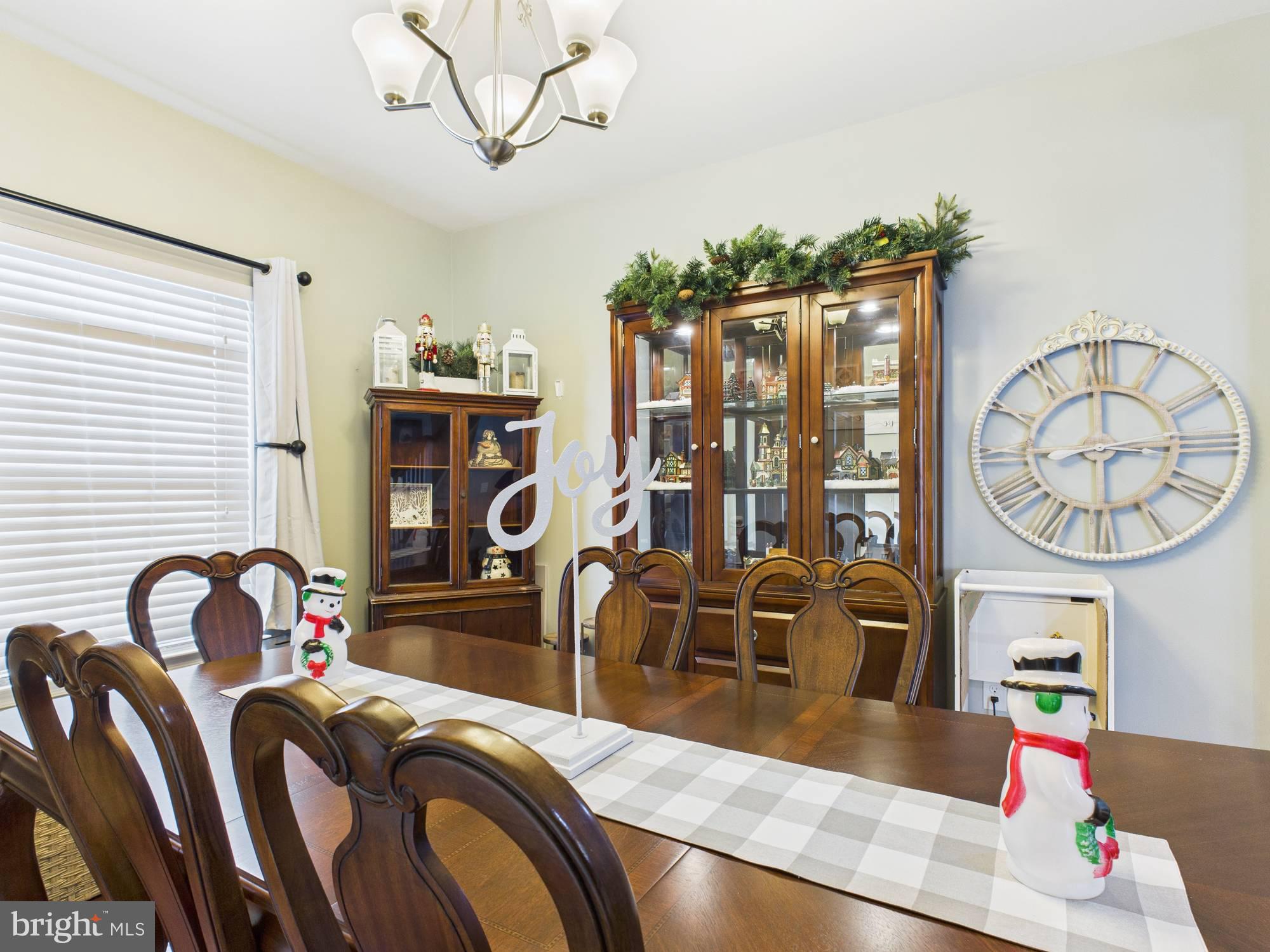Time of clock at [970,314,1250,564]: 3:00
